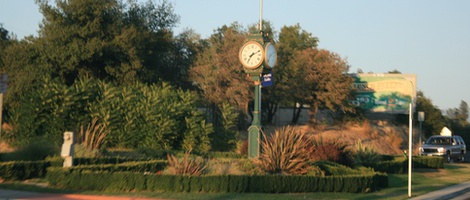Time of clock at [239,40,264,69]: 7:10
